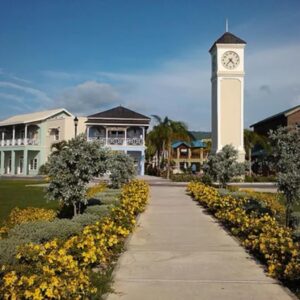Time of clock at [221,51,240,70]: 4:36
